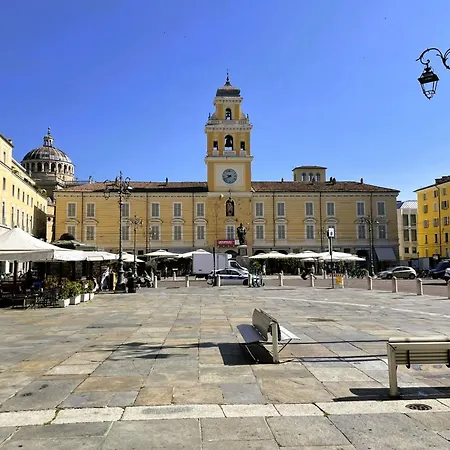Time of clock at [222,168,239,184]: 9:39
